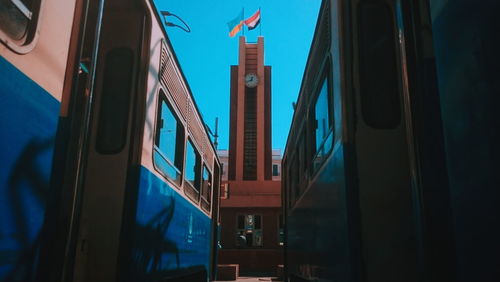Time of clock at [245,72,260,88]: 12:41
